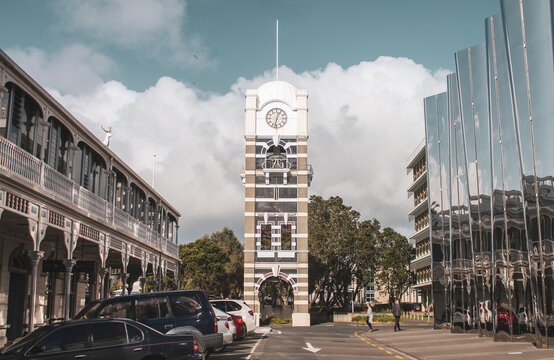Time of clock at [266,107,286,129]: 12:32
